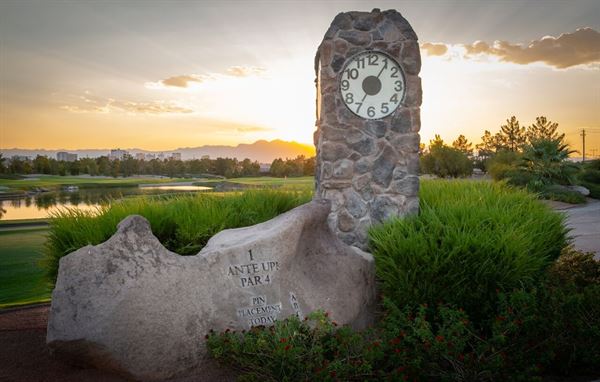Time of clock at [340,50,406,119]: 7:05
